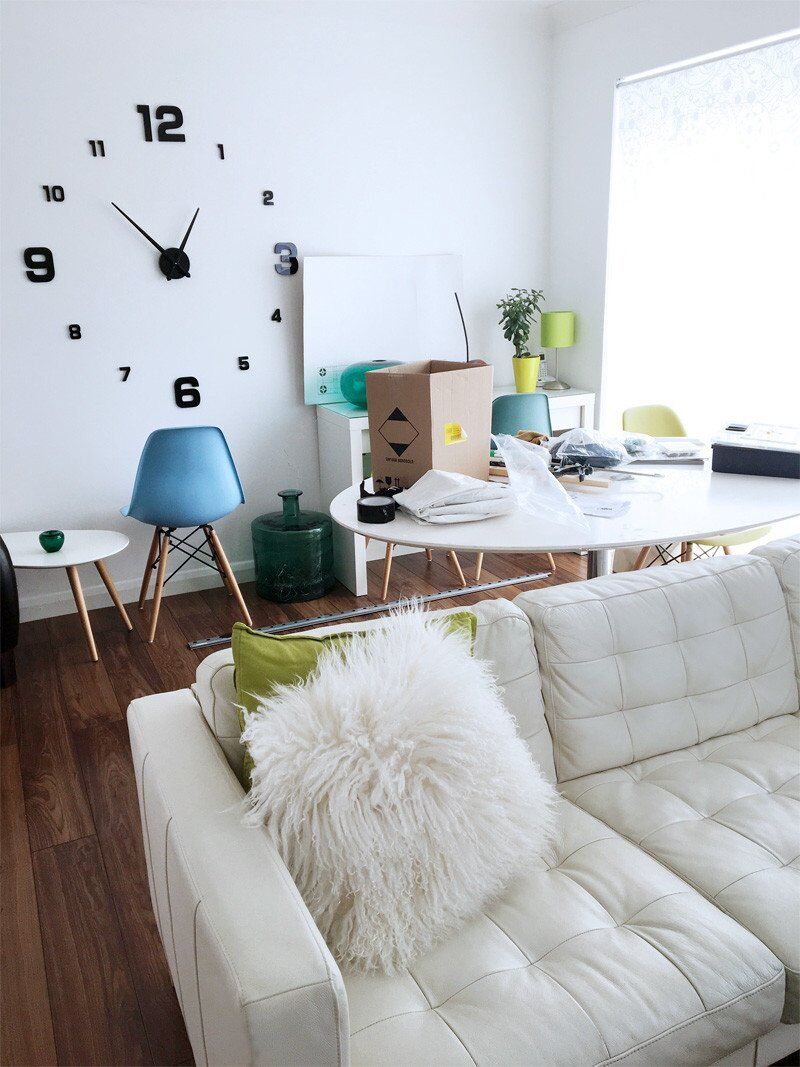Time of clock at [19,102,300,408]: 12:52
